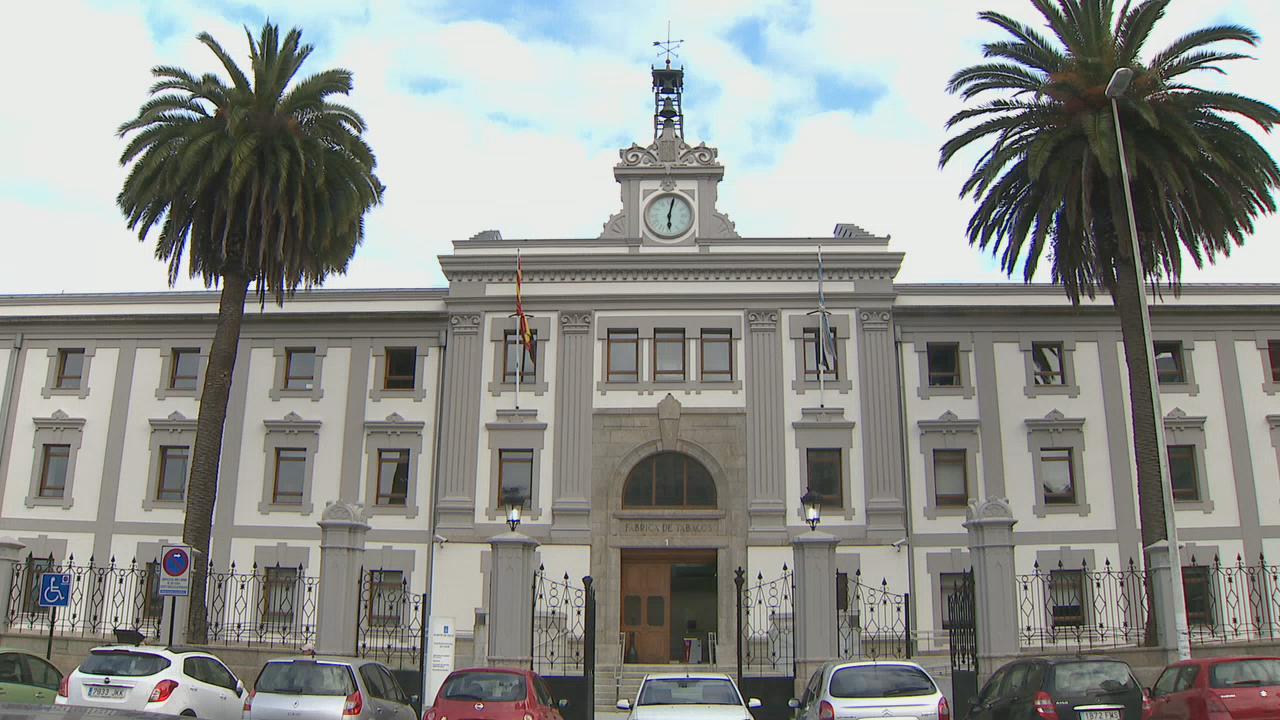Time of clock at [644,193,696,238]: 6:02
